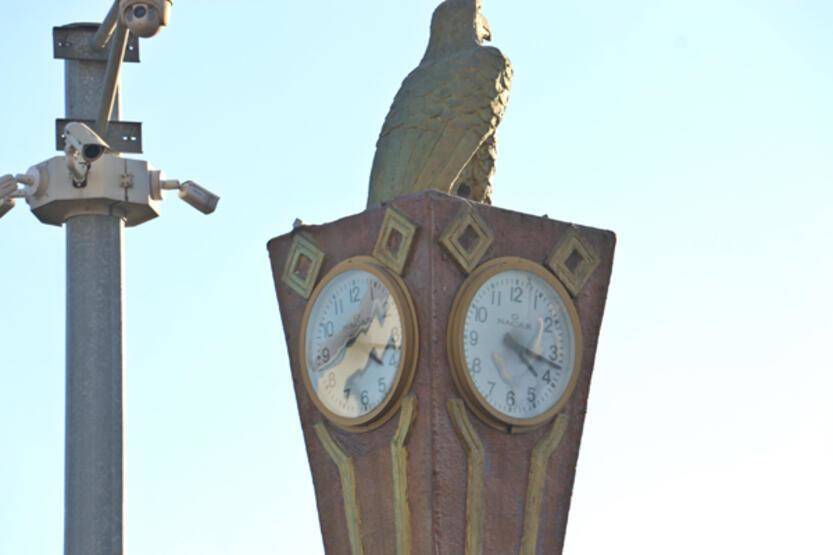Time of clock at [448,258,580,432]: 4:17
